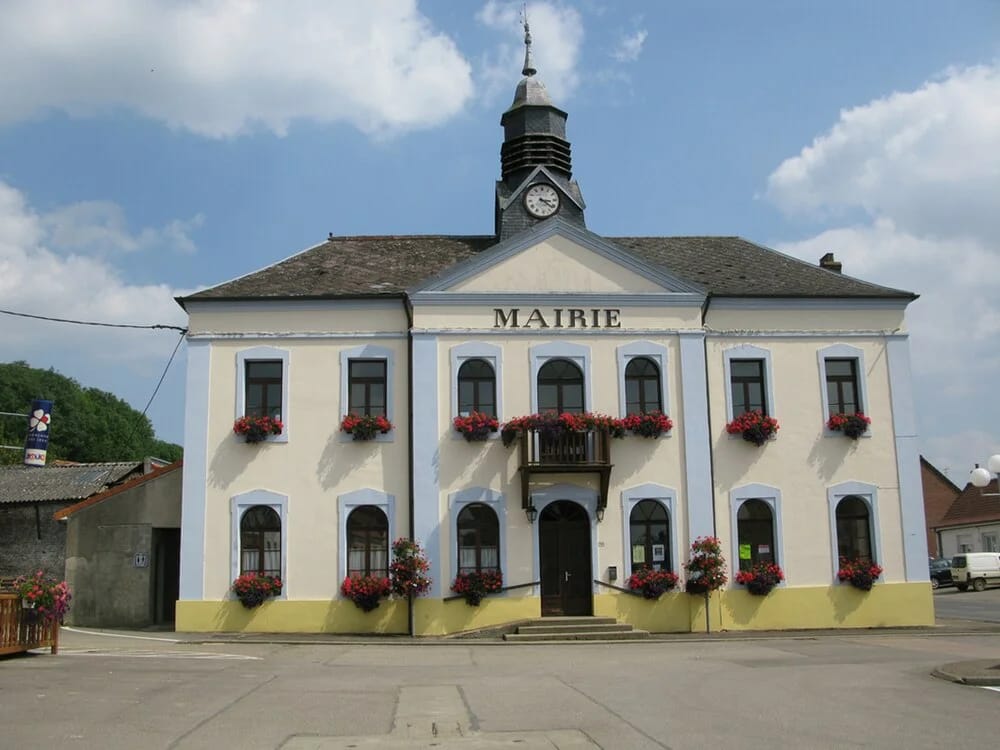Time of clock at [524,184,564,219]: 3:21
